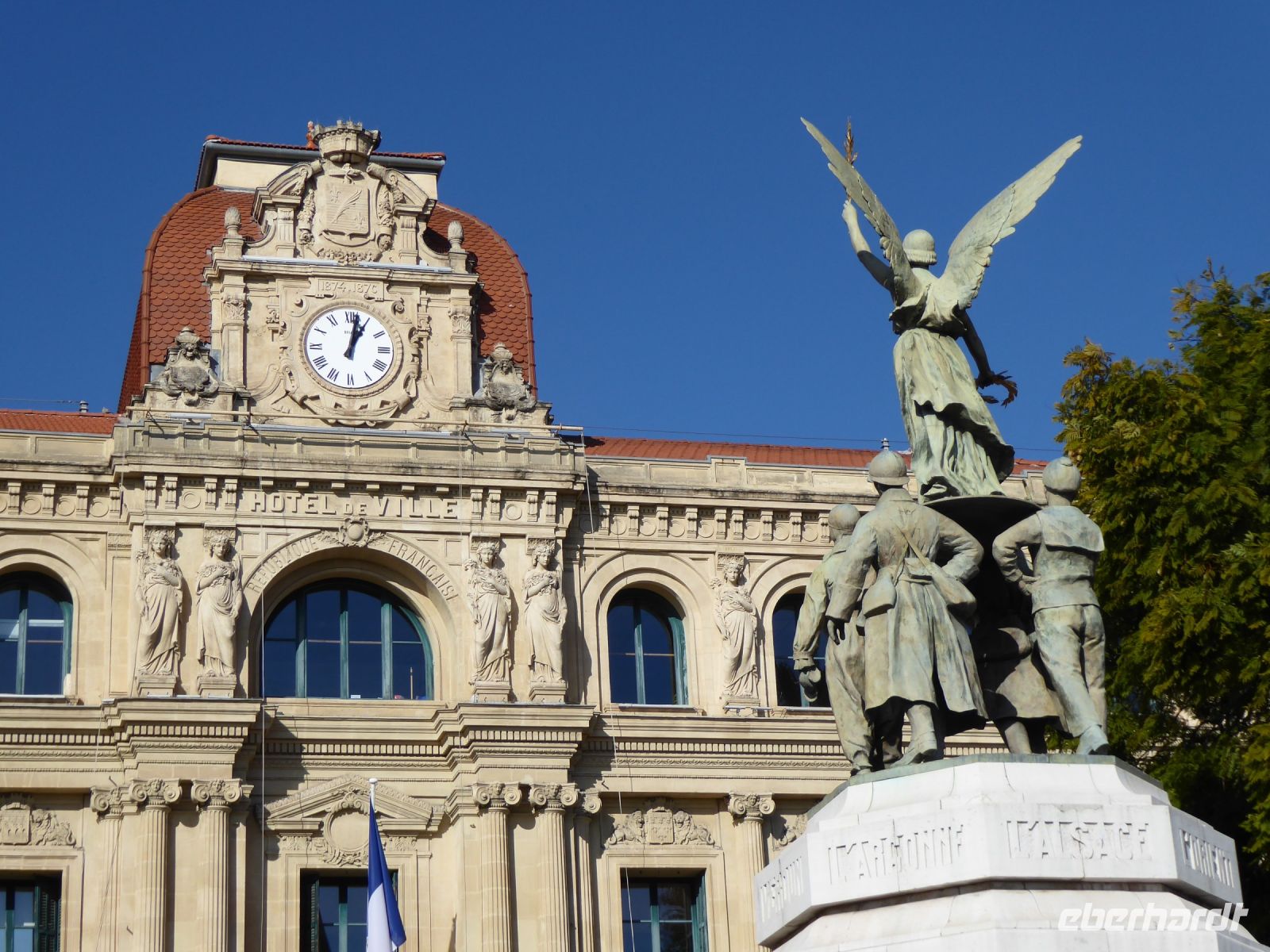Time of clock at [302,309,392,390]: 1:02
